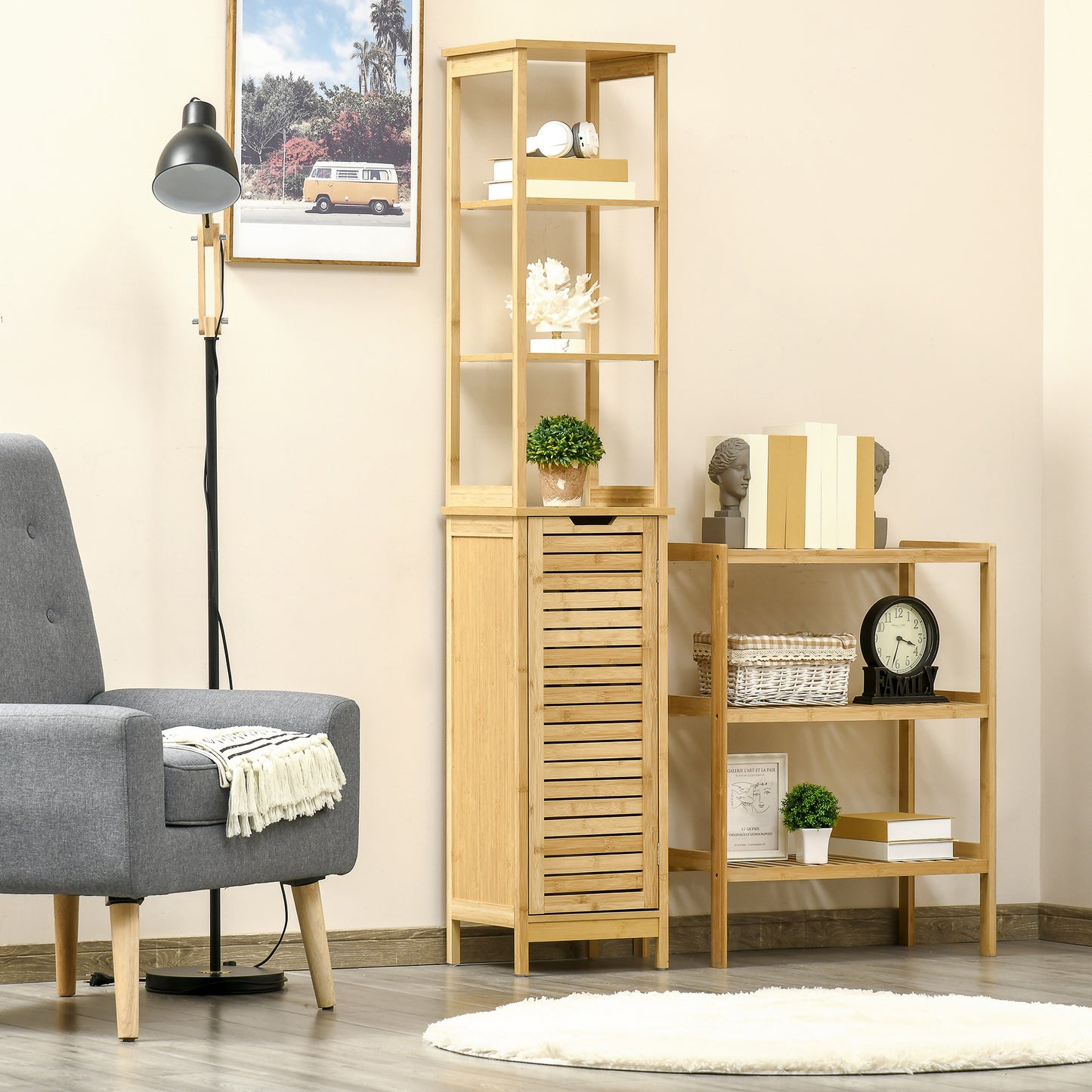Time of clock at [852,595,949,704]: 3:32
